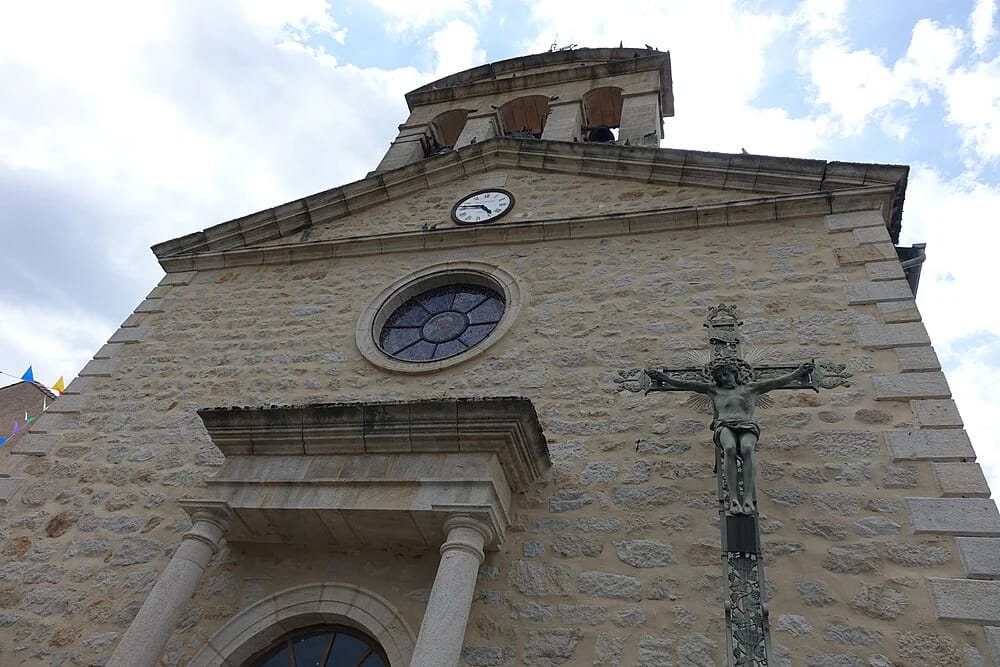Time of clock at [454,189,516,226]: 4:46
